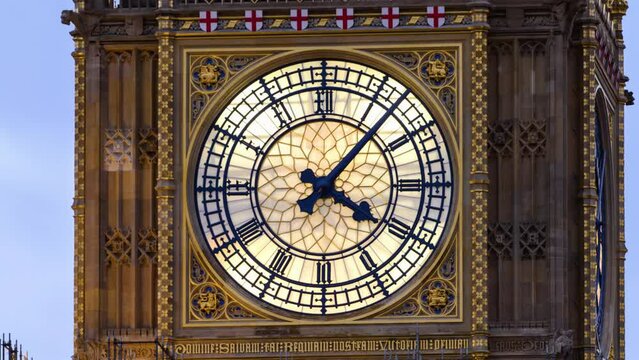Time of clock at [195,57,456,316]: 4:07
